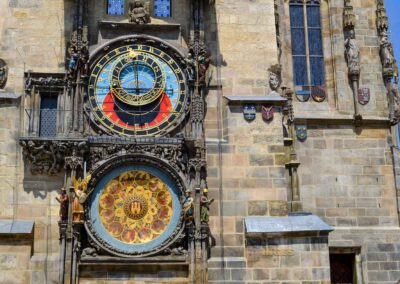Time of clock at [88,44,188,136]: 5:59
